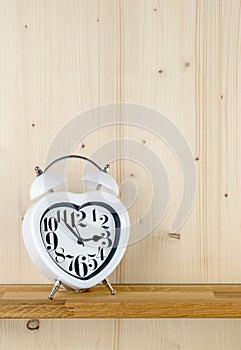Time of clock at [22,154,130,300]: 2:53
